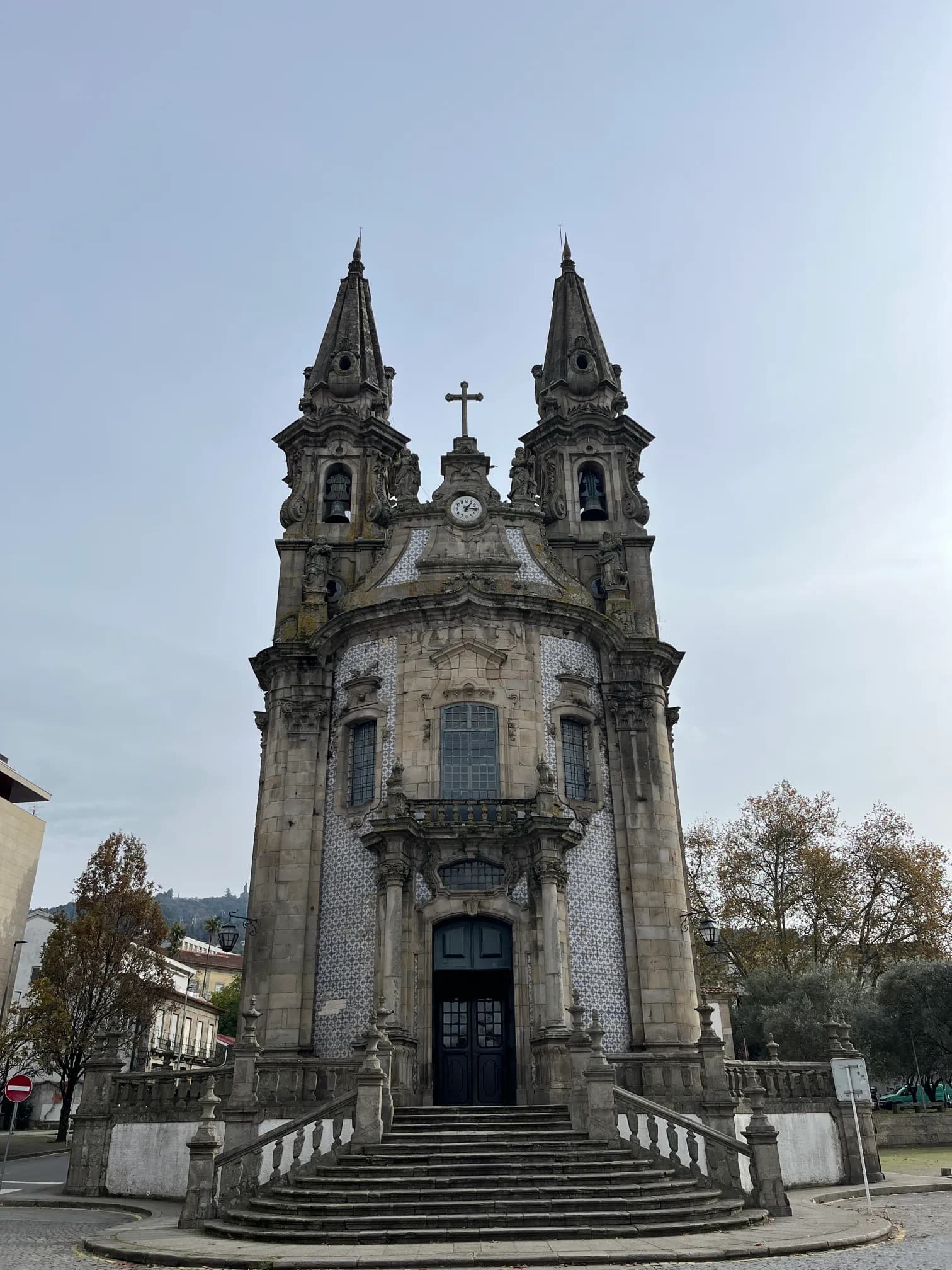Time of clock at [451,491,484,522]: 1:15
